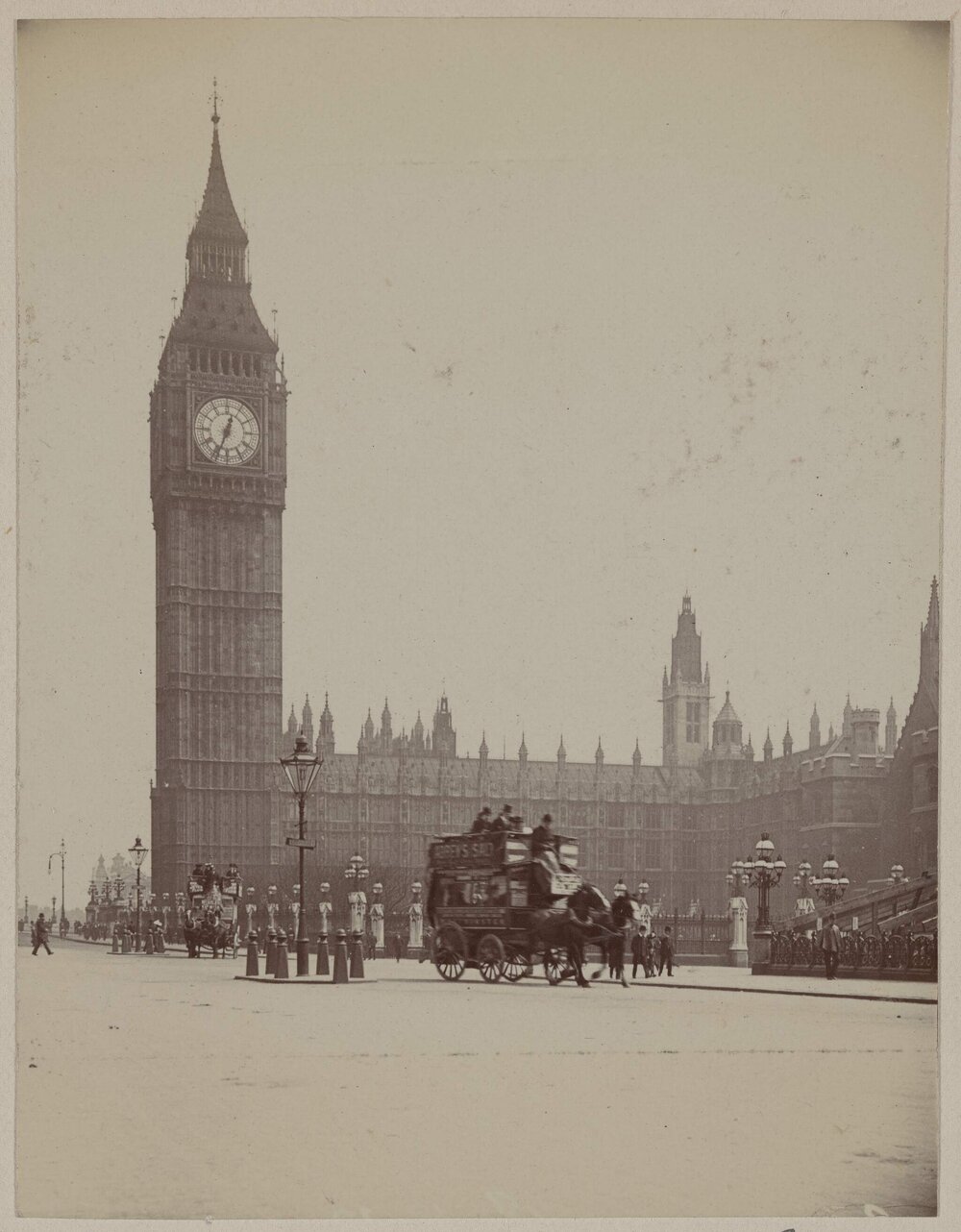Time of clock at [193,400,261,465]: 12:33
